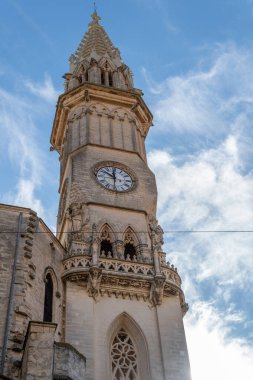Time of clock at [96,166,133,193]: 11:50
